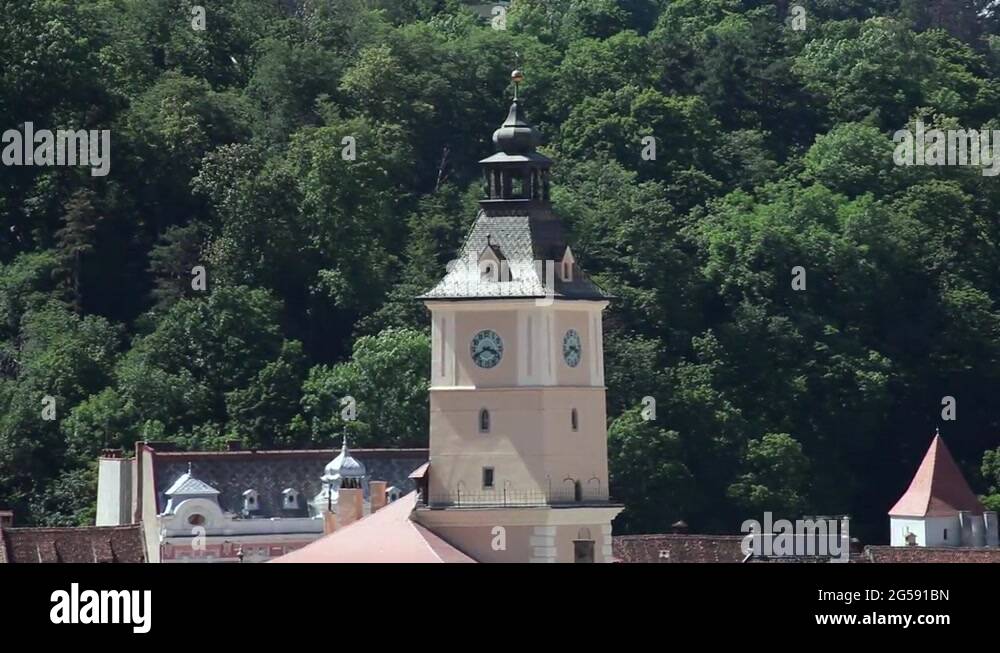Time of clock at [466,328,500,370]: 3:40
